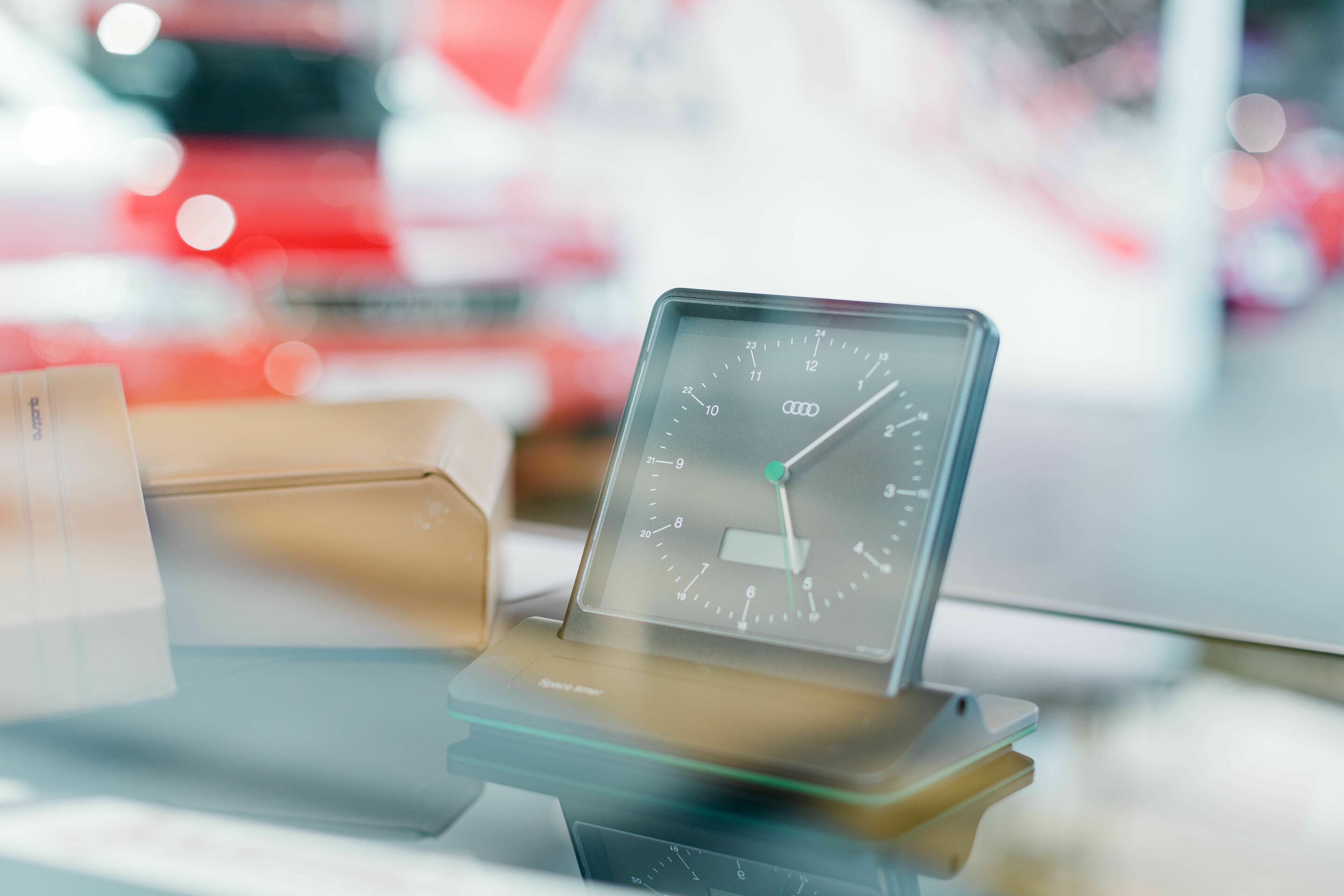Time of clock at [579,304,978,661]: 5:07
